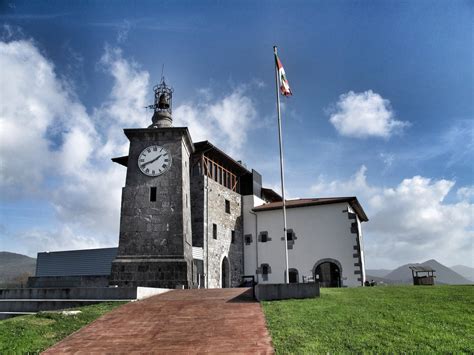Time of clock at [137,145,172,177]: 1:41
